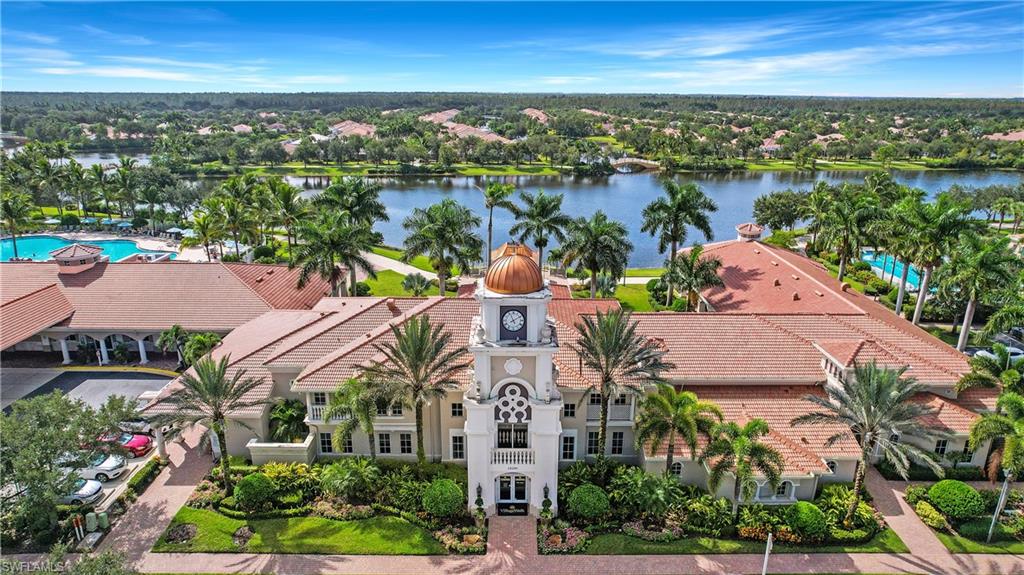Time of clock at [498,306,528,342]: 11:09
